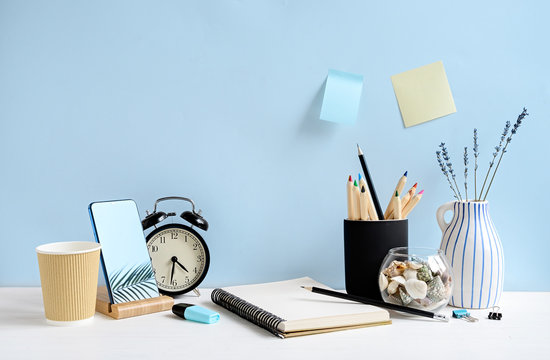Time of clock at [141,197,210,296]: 4:31
